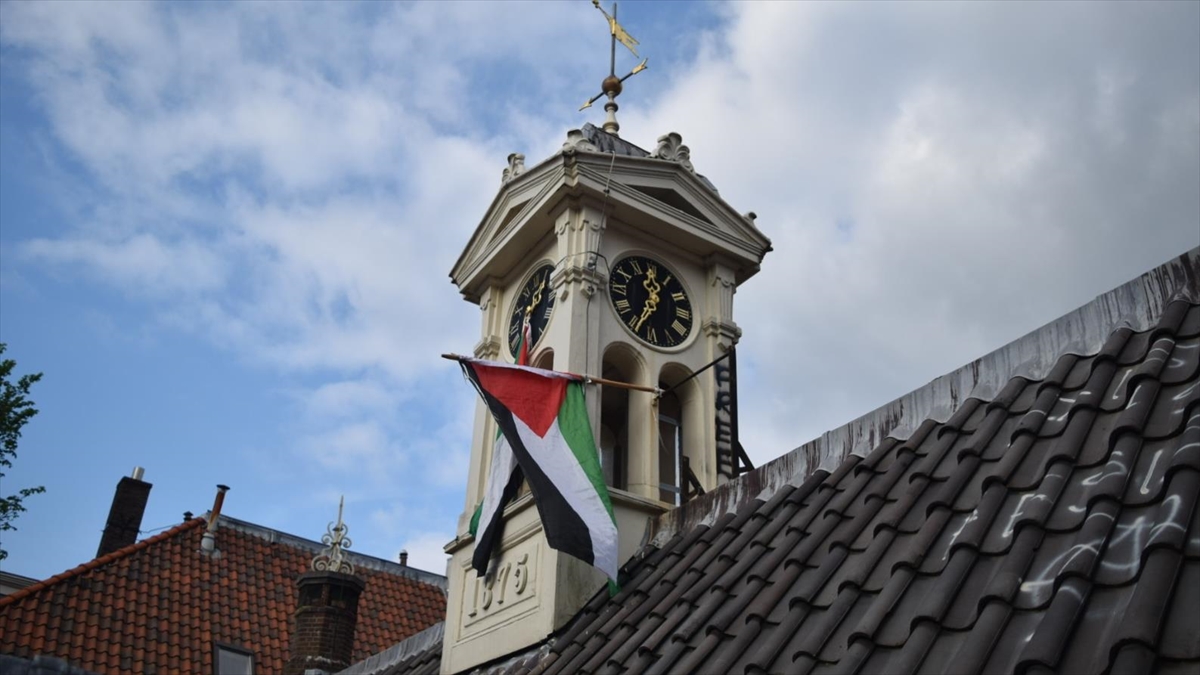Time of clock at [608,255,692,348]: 11:34
